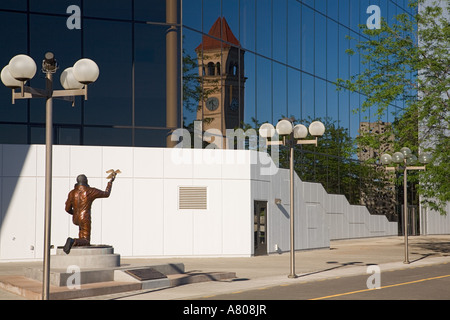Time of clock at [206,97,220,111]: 4:31
